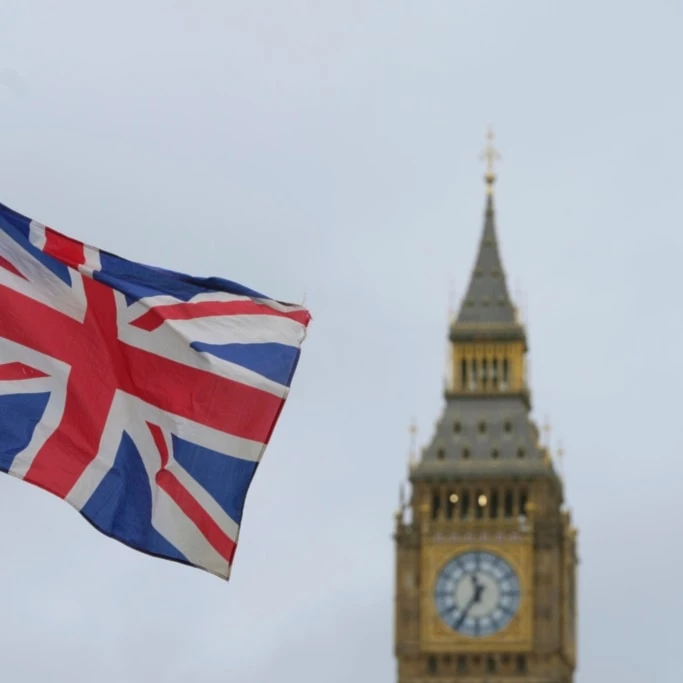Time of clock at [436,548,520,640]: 11:35
